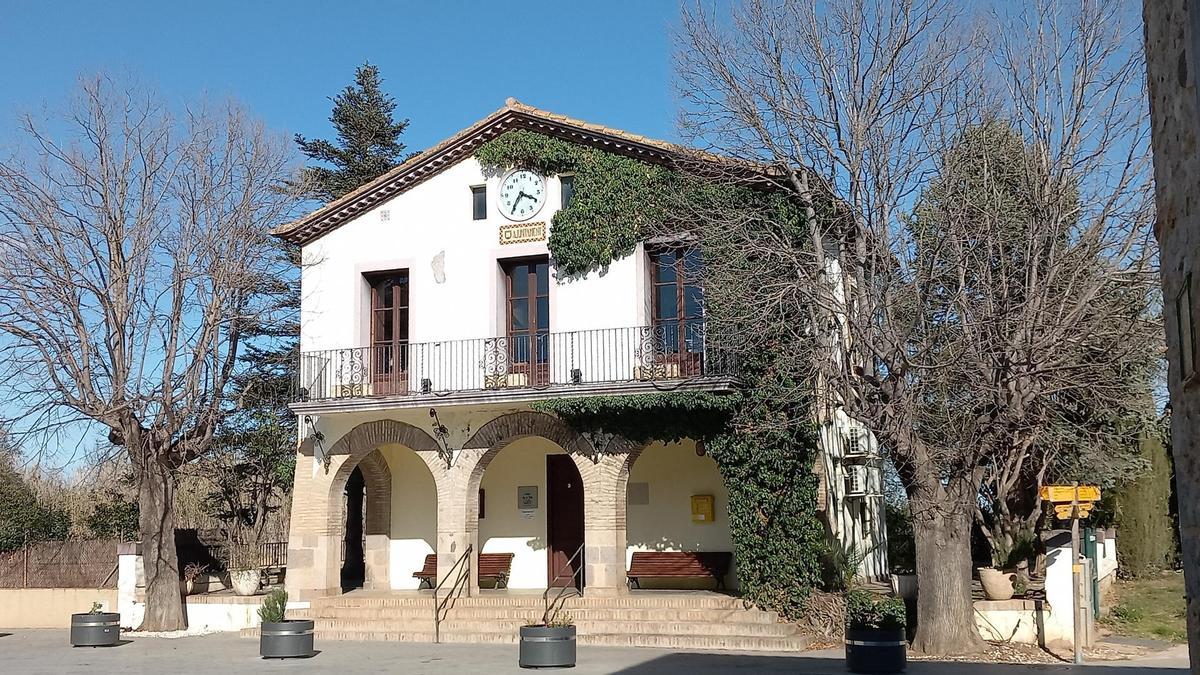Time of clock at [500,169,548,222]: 3:35
